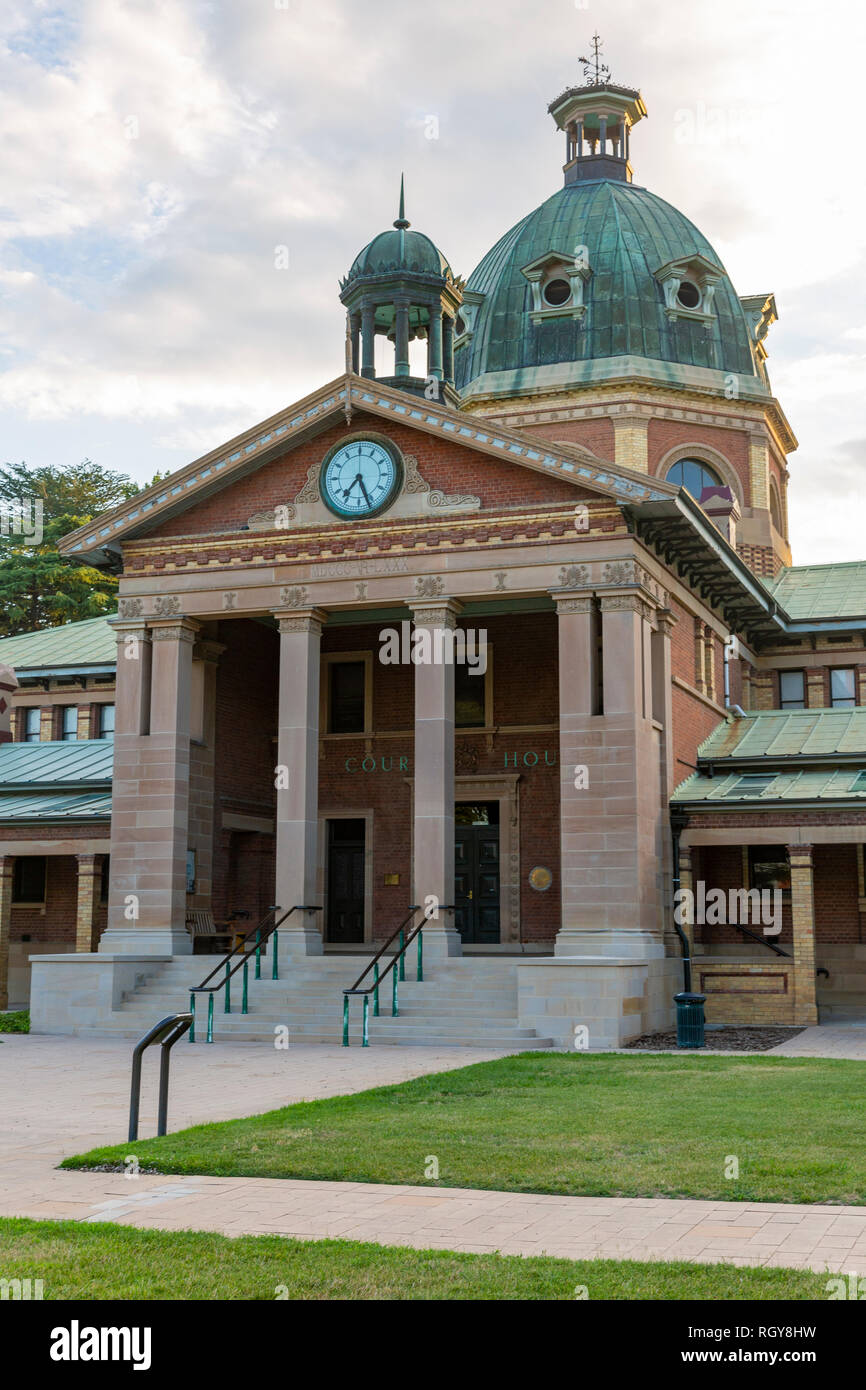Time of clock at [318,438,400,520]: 7:26
